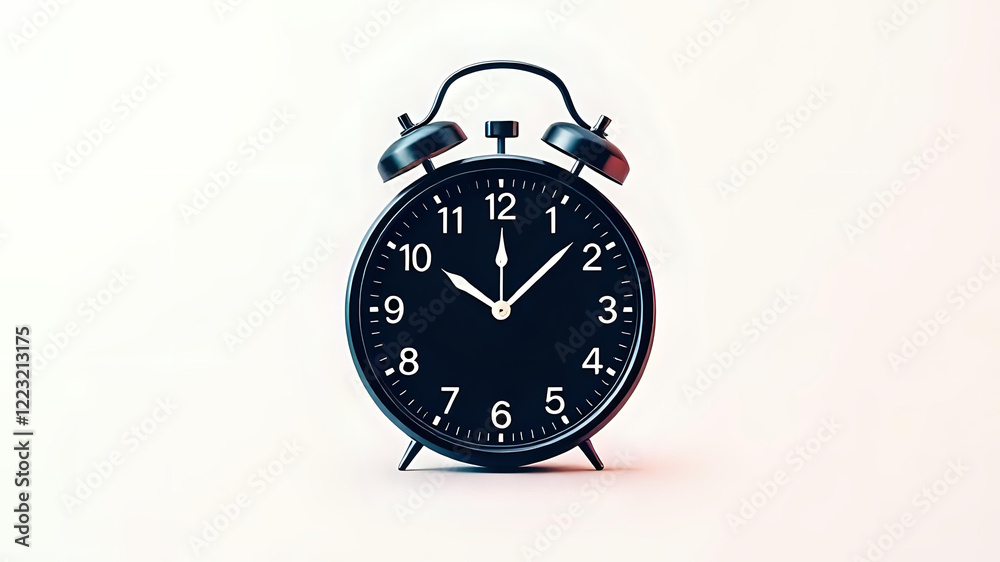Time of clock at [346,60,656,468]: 10:07
